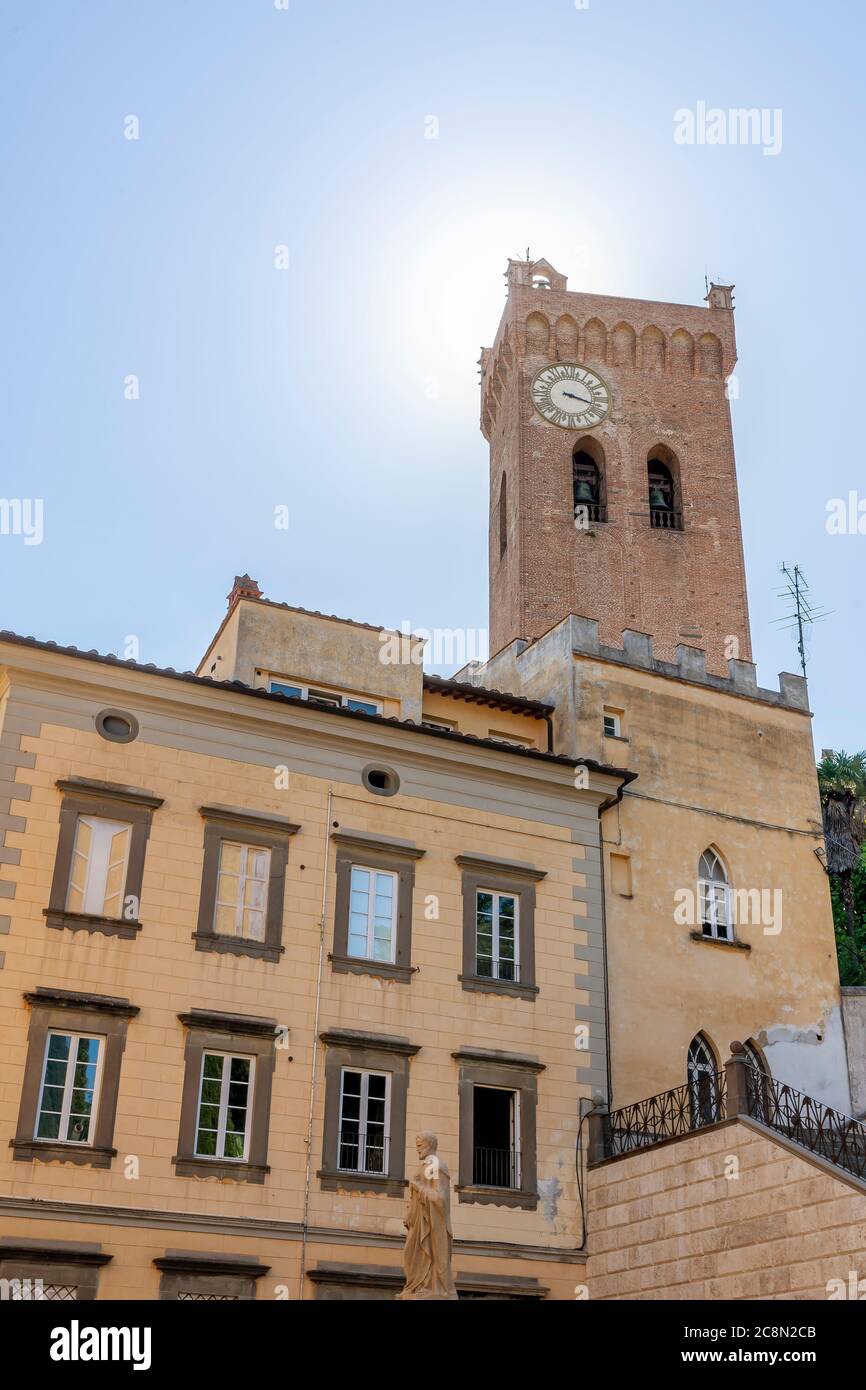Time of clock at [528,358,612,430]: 3:17
